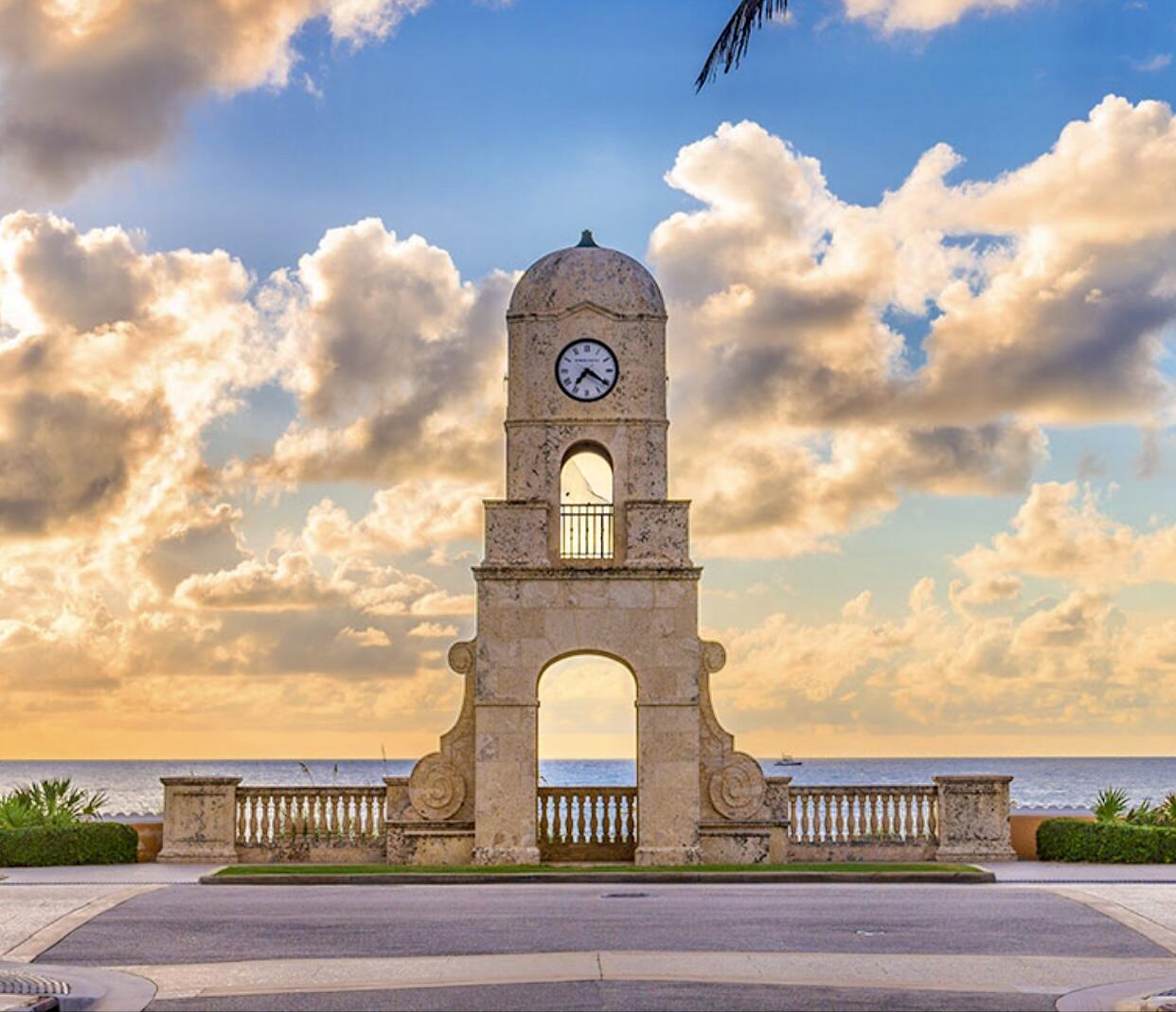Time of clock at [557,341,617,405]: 7:20
